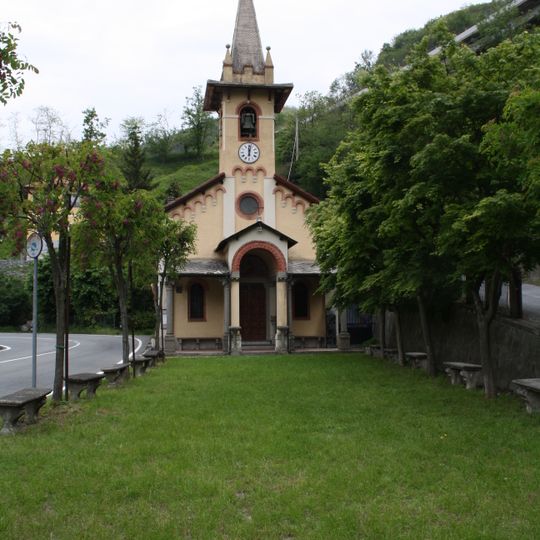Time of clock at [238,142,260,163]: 12:02
